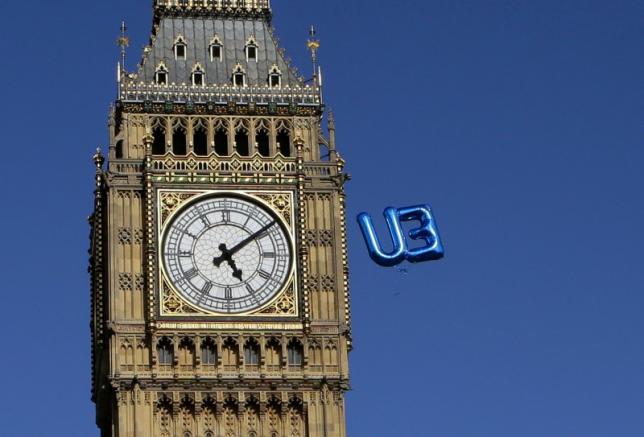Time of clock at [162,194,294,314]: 5:08
